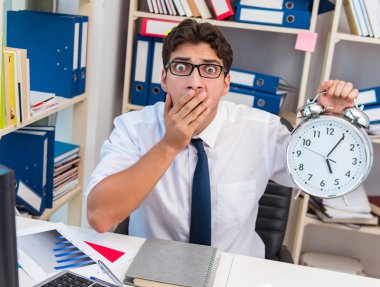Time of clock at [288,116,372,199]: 5:05
